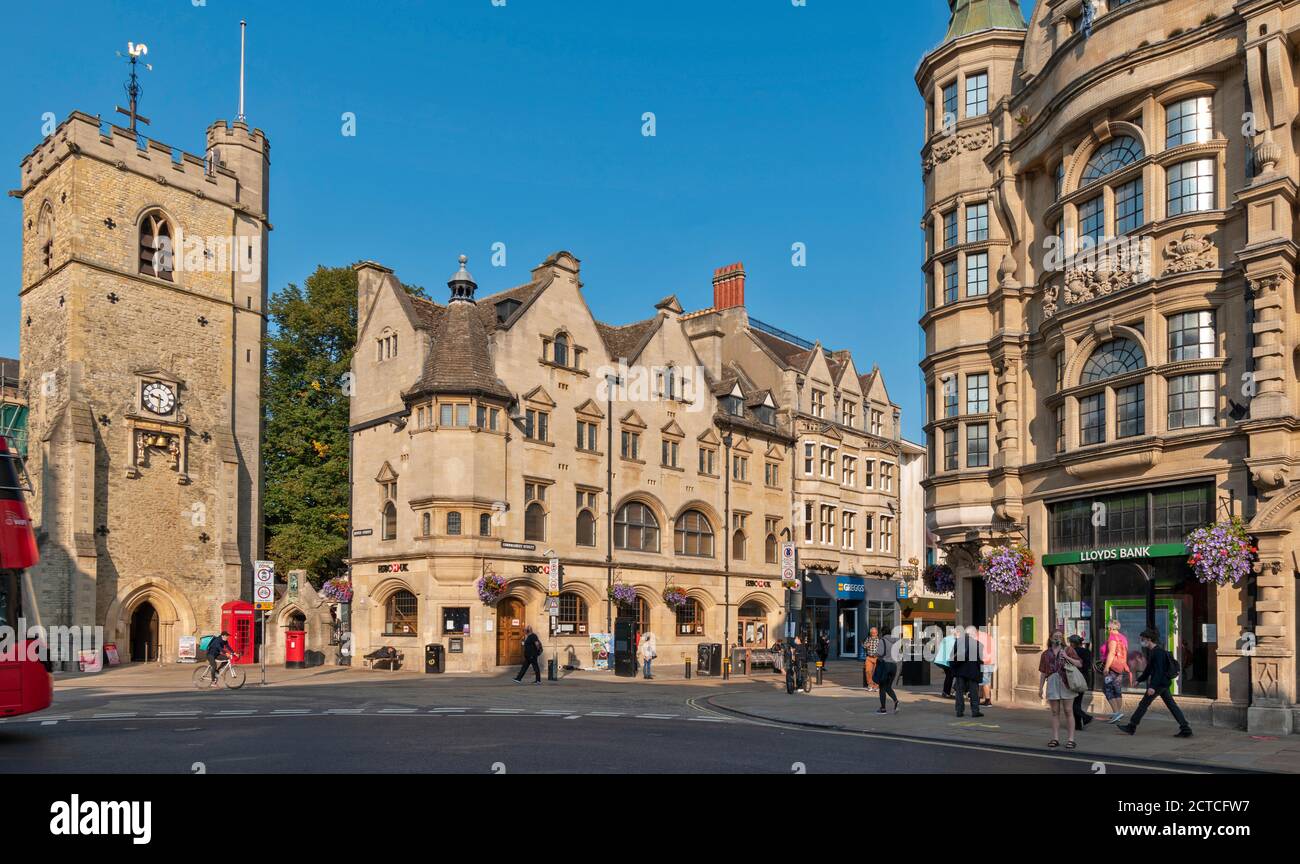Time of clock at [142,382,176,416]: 9:30
